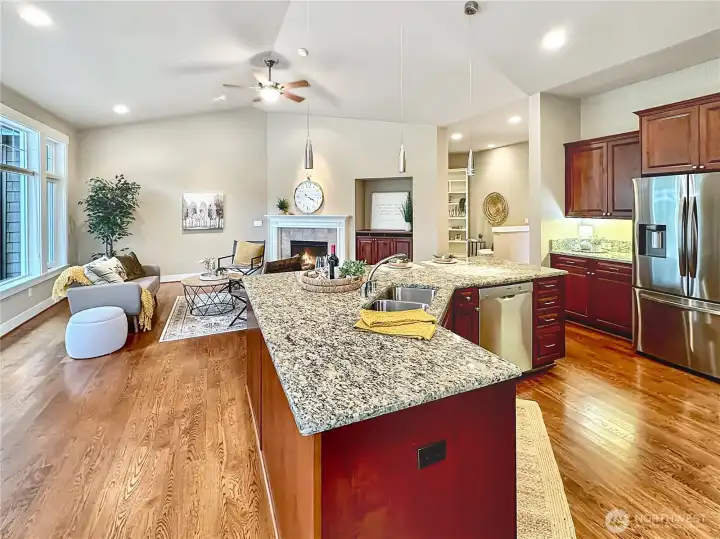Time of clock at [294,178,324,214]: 4:14
